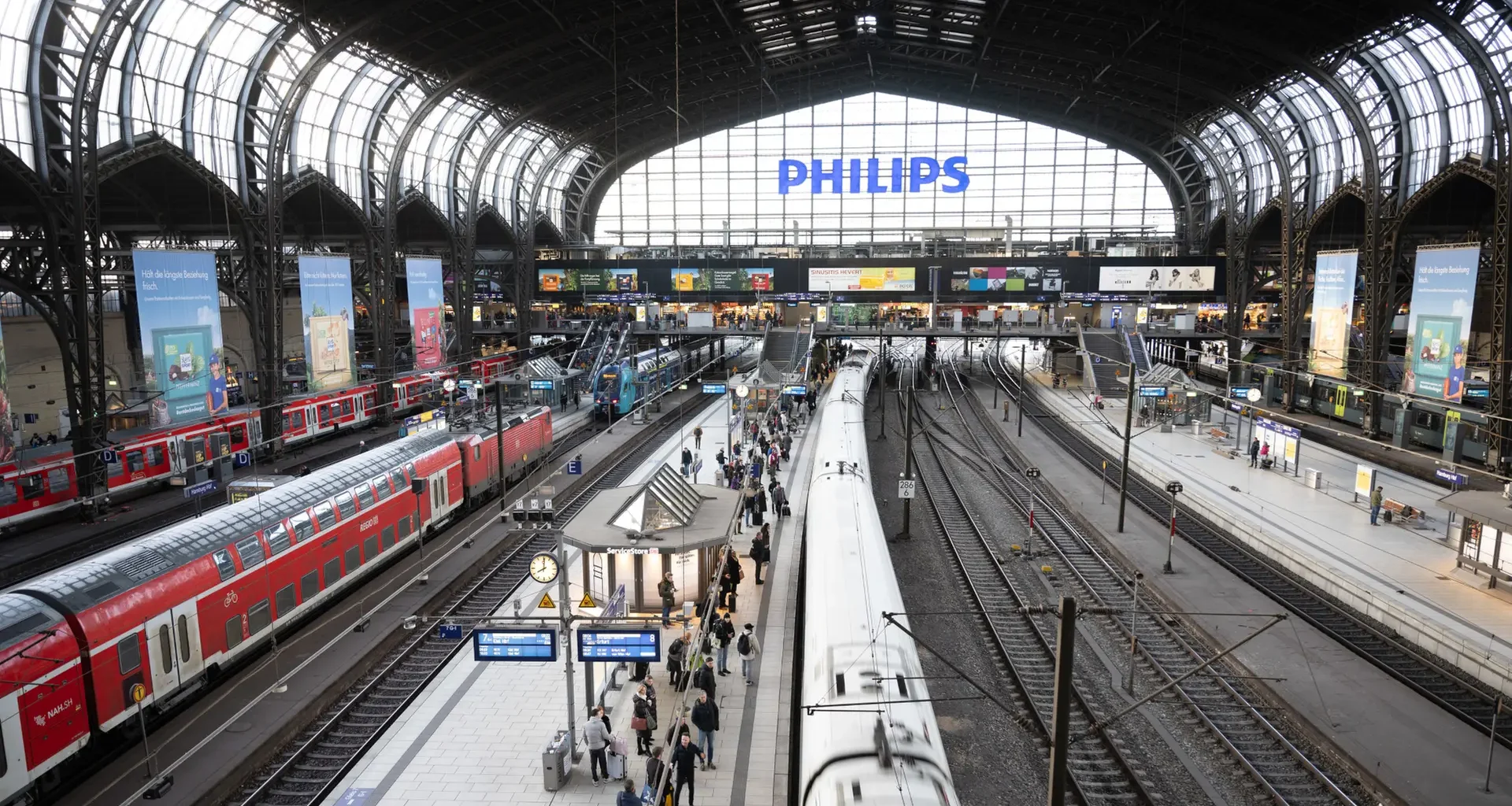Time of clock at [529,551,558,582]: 8:00
